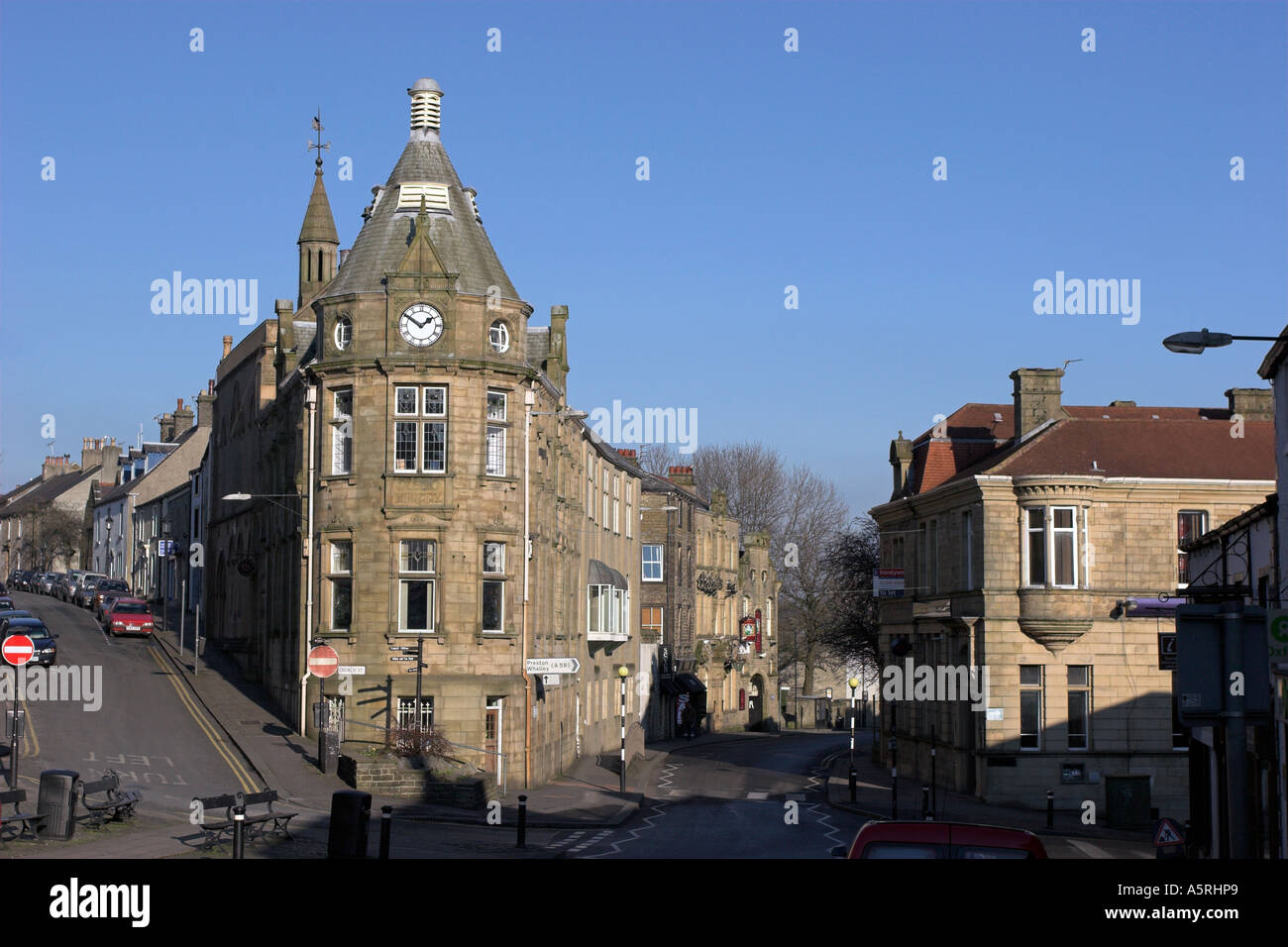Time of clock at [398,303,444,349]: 1:50
